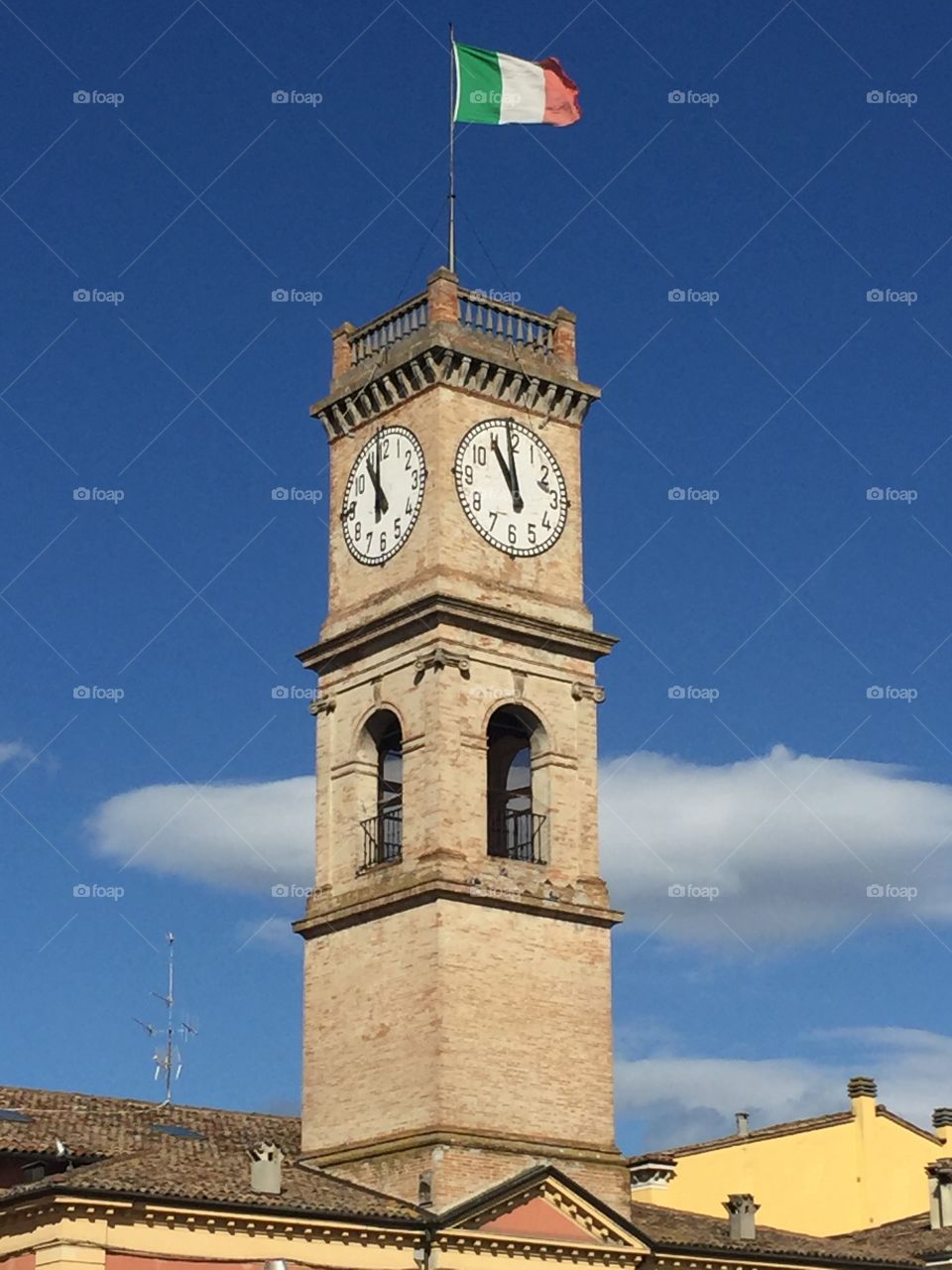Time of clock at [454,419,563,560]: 10:59
